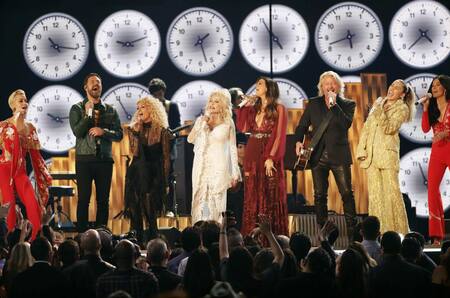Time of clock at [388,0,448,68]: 4:37
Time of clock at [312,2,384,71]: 5:42
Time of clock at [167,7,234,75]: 1:27
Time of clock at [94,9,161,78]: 9:12
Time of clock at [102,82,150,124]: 10:54
